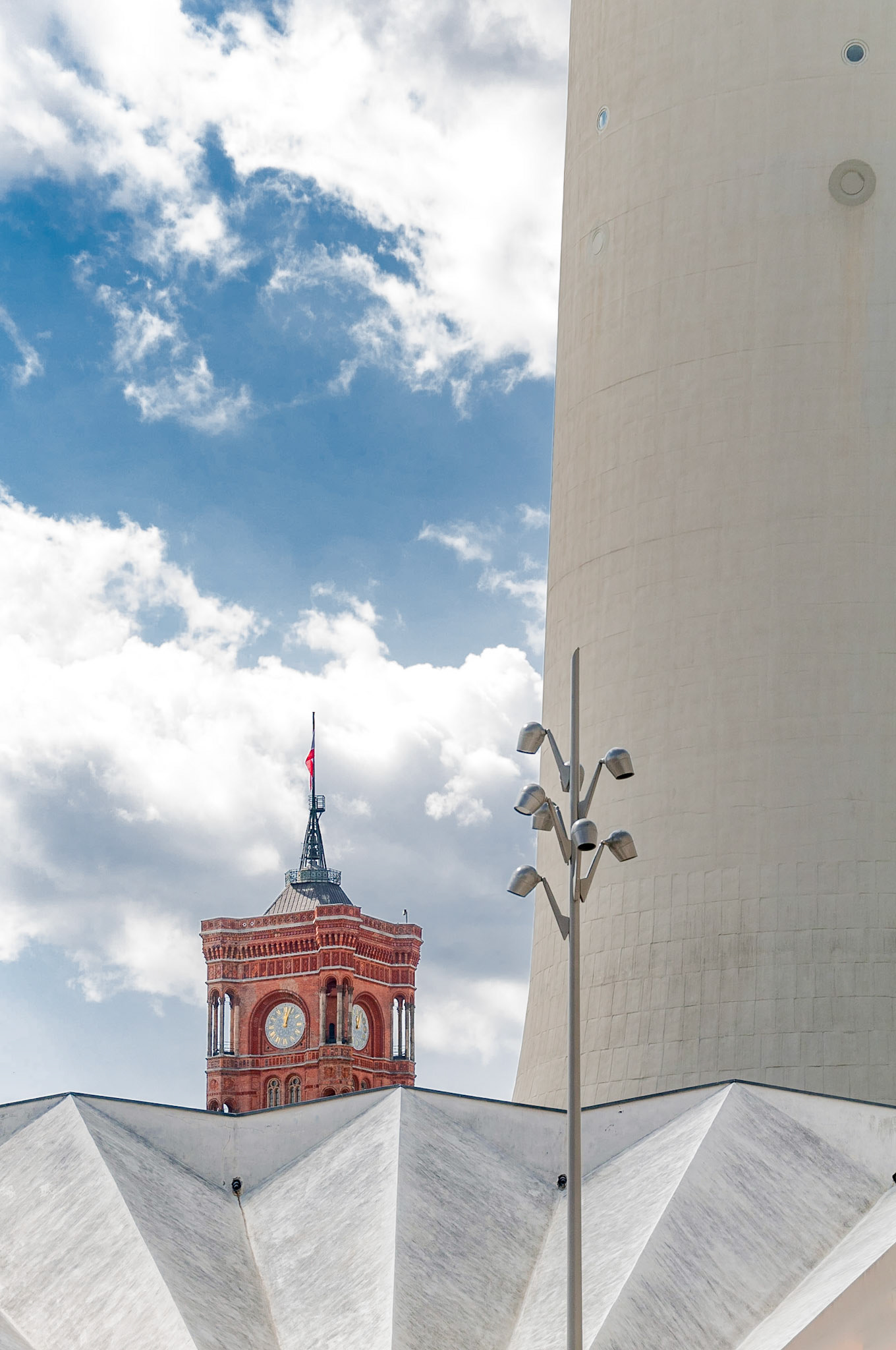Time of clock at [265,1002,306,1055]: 12:03
